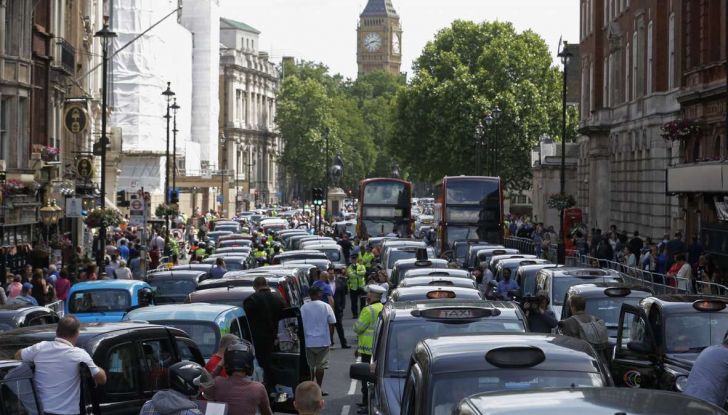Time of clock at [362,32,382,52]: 2:41
